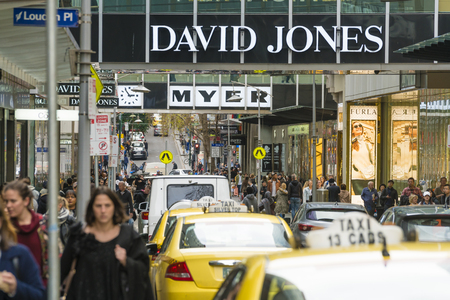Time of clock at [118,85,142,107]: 2:54
